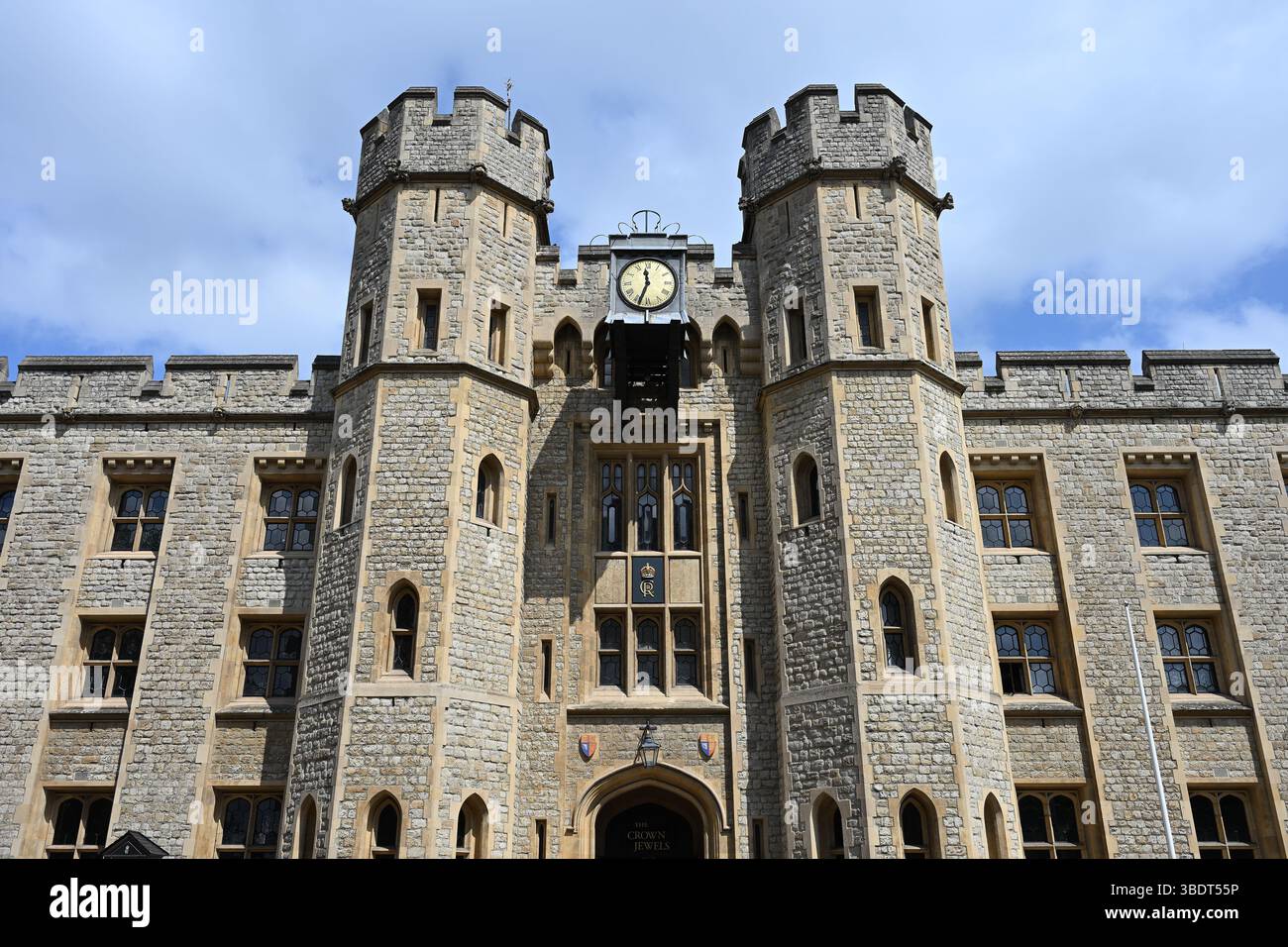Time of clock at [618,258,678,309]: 11:33
